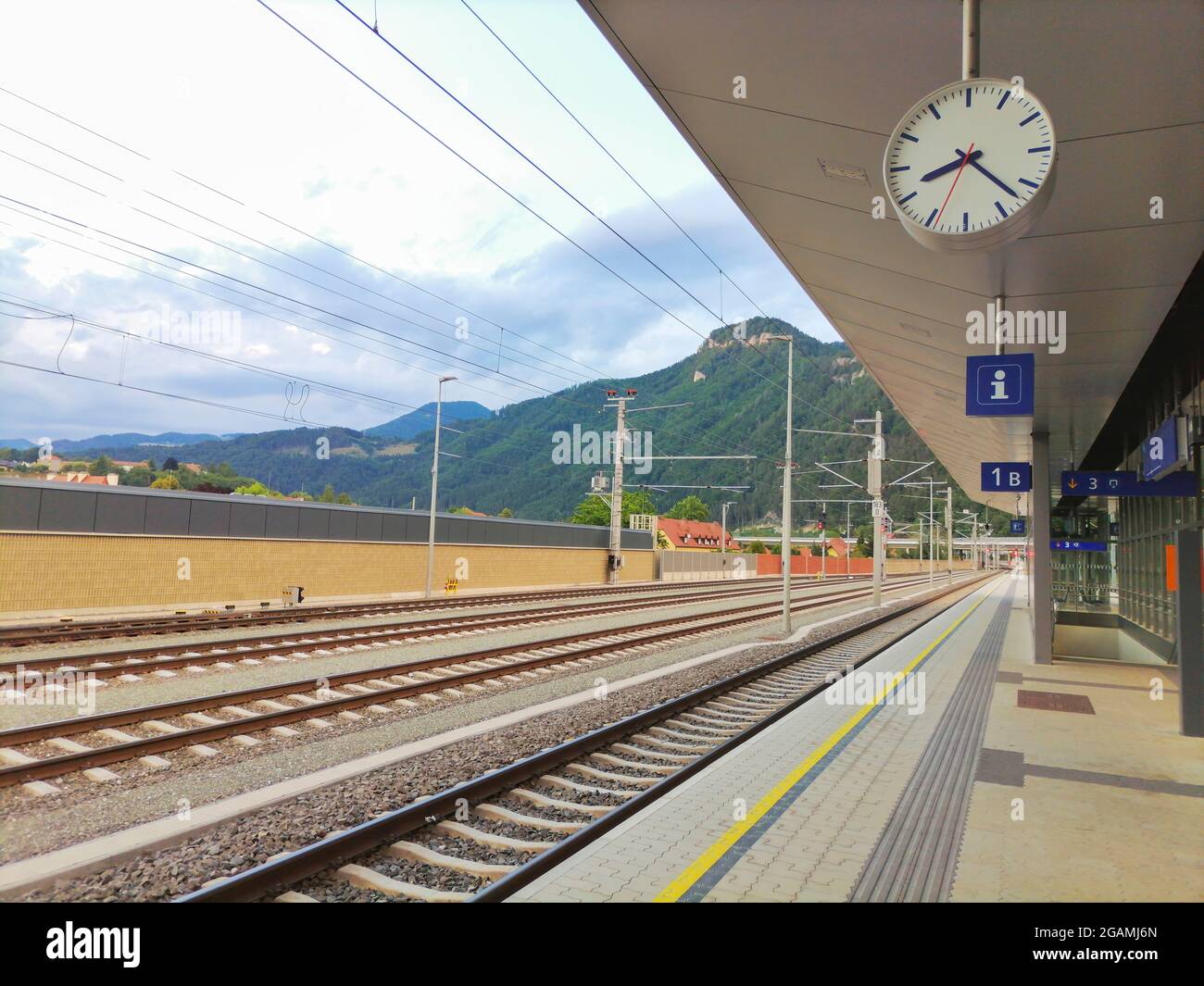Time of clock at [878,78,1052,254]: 8:22
